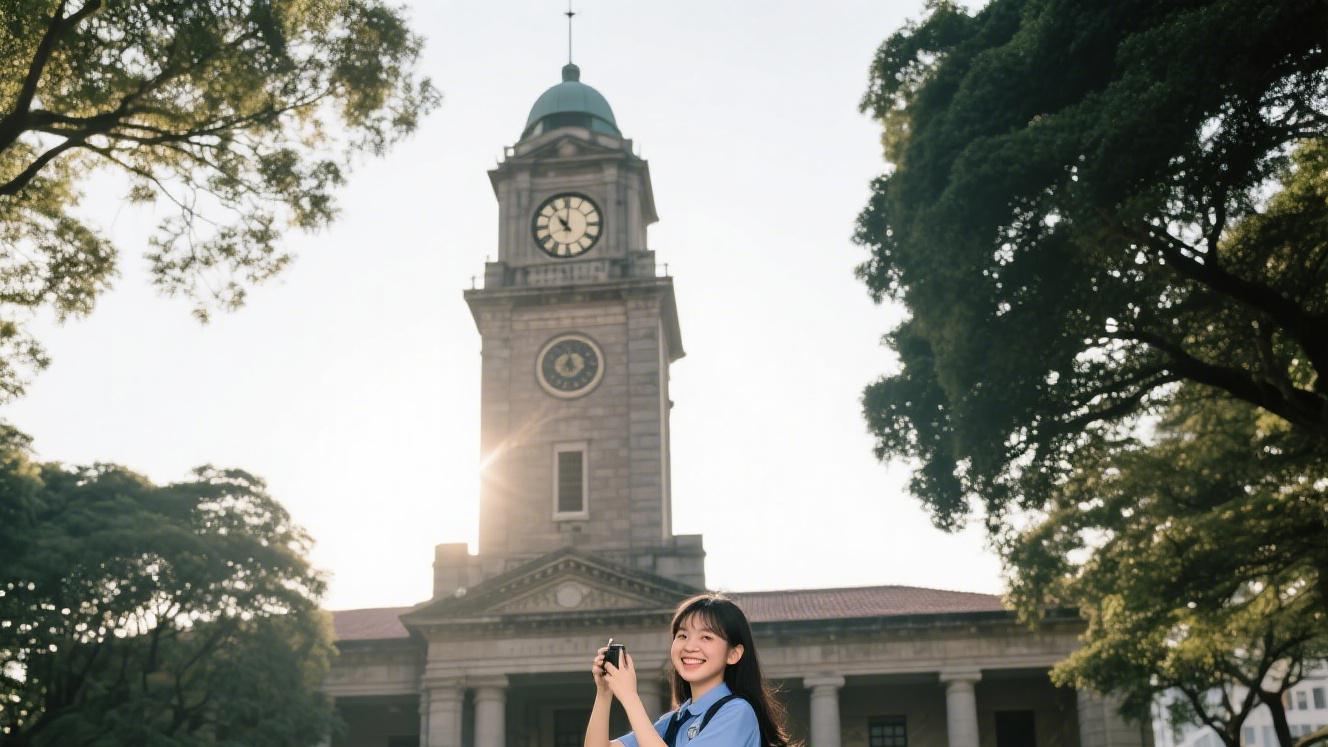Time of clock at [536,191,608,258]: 11:00
